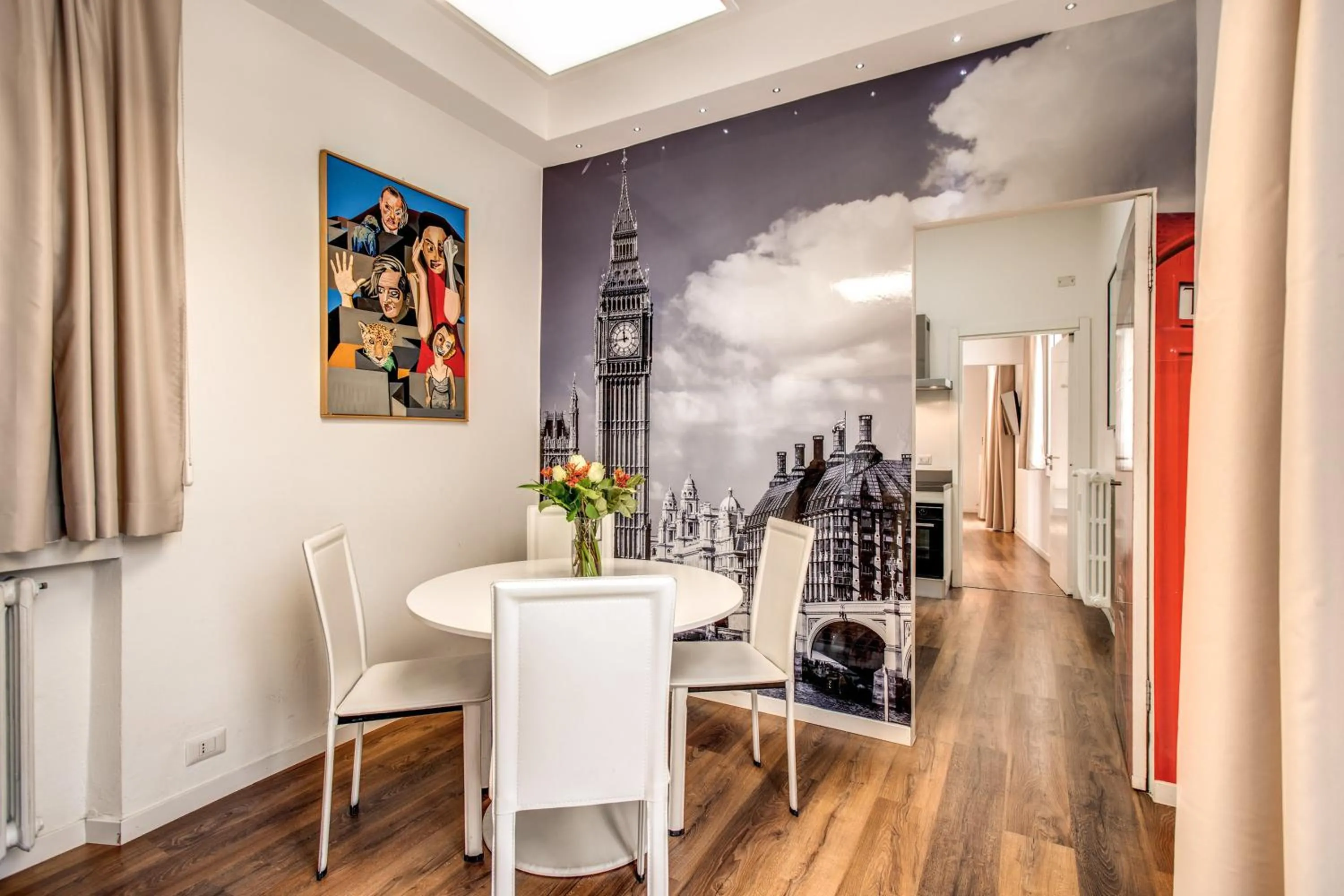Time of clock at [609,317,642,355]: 11:43
